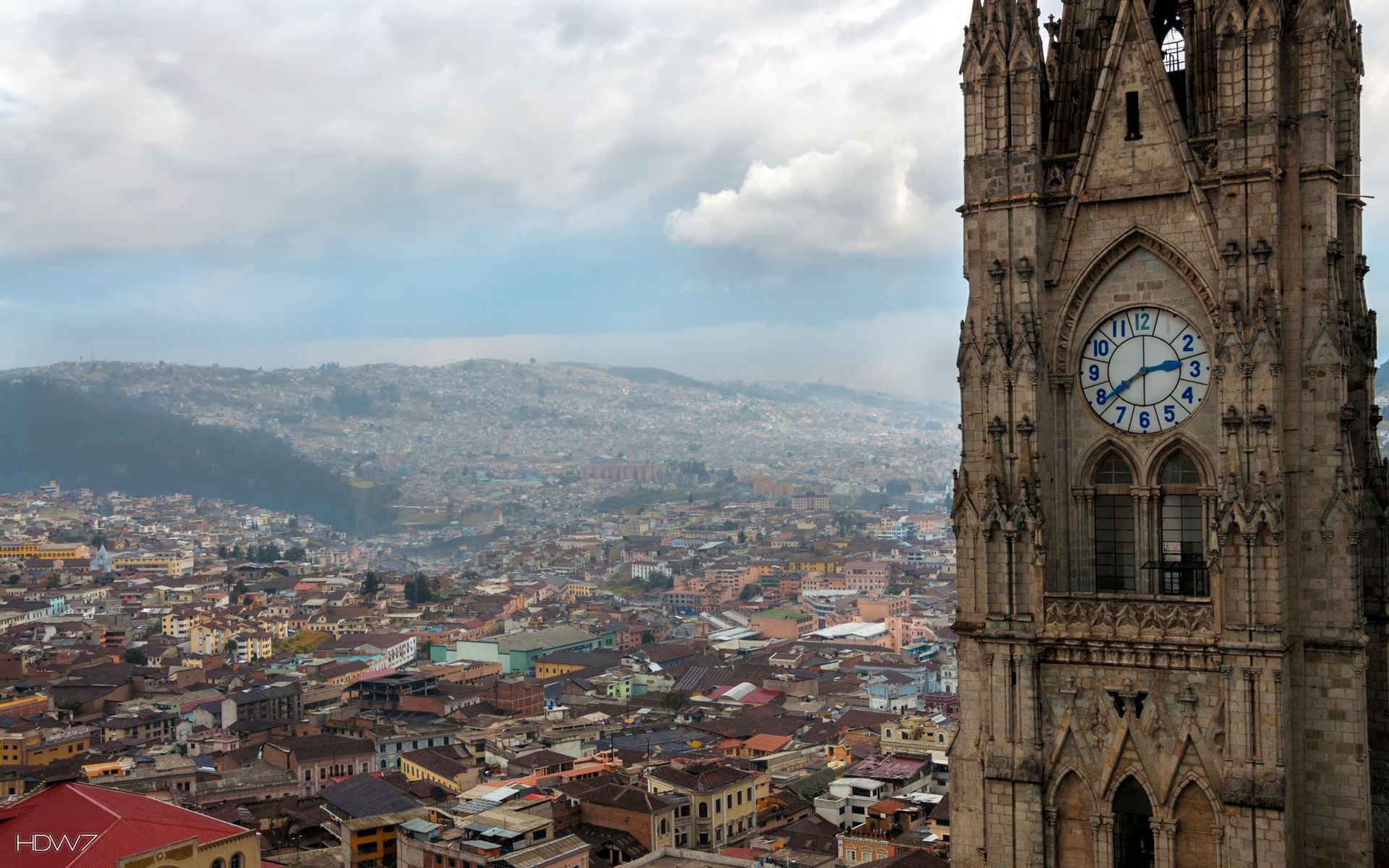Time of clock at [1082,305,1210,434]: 2:39
